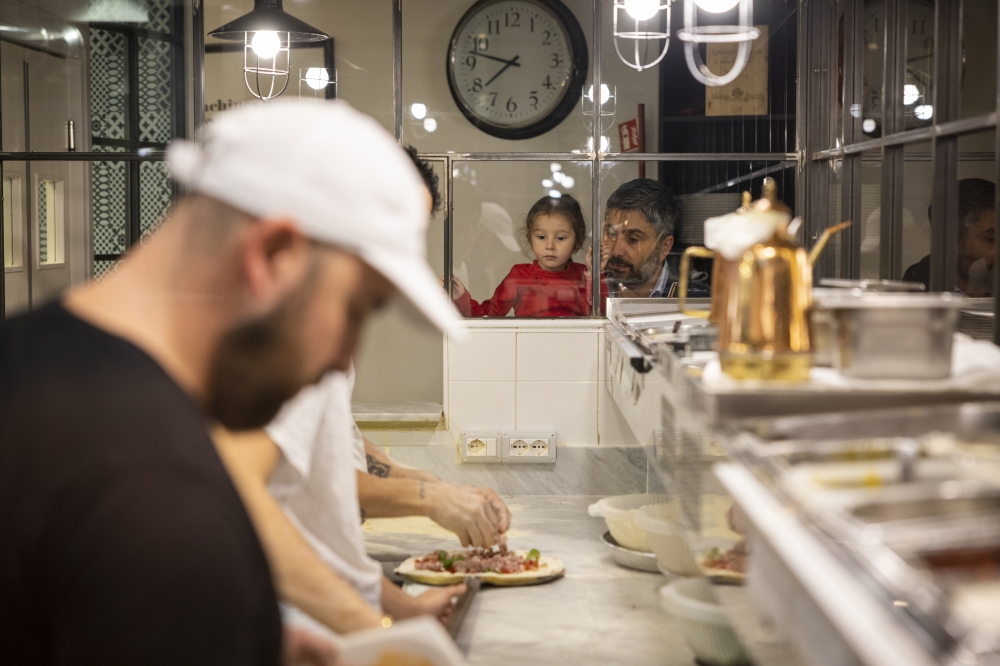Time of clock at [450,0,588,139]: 7:47
